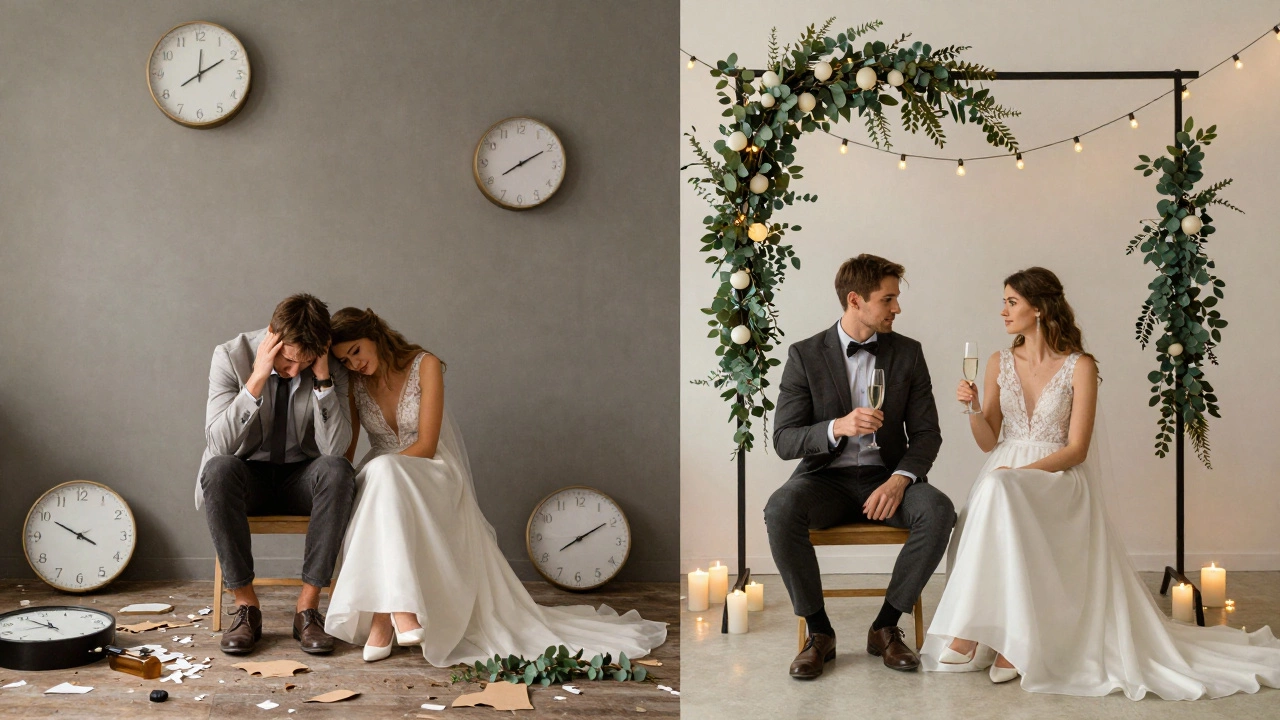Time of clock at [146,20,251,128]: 12:09
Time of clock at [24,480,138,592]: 9:49
